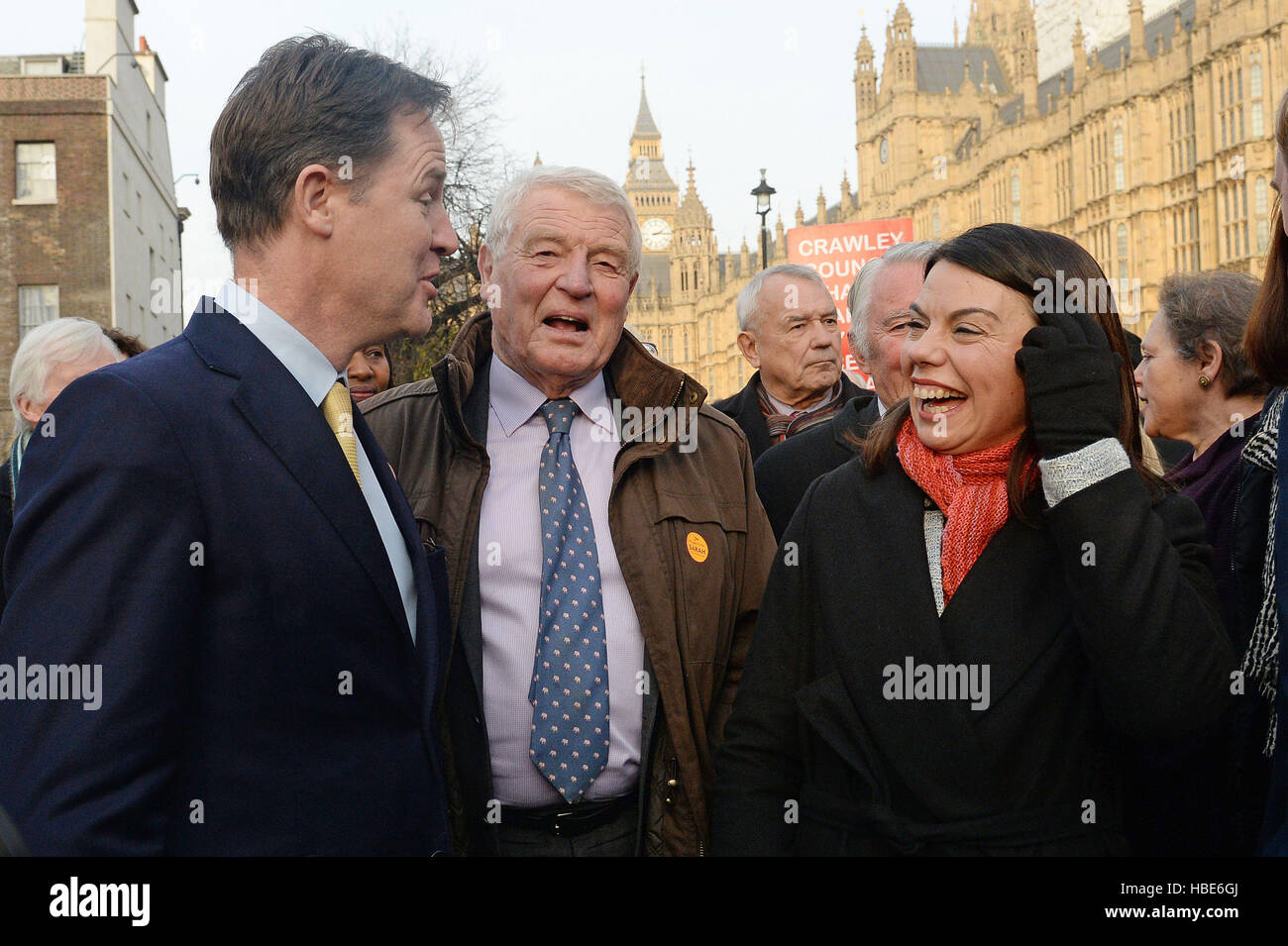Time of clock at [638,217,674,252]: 2:14
